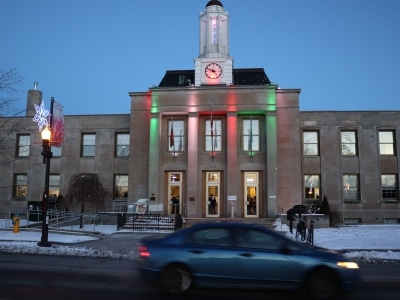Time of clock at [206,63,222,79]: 4:49
